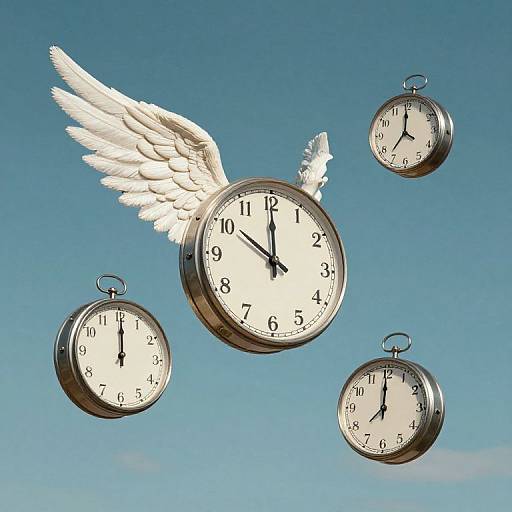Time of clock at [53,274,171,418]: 12:00
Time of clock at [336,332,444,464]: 11:59
